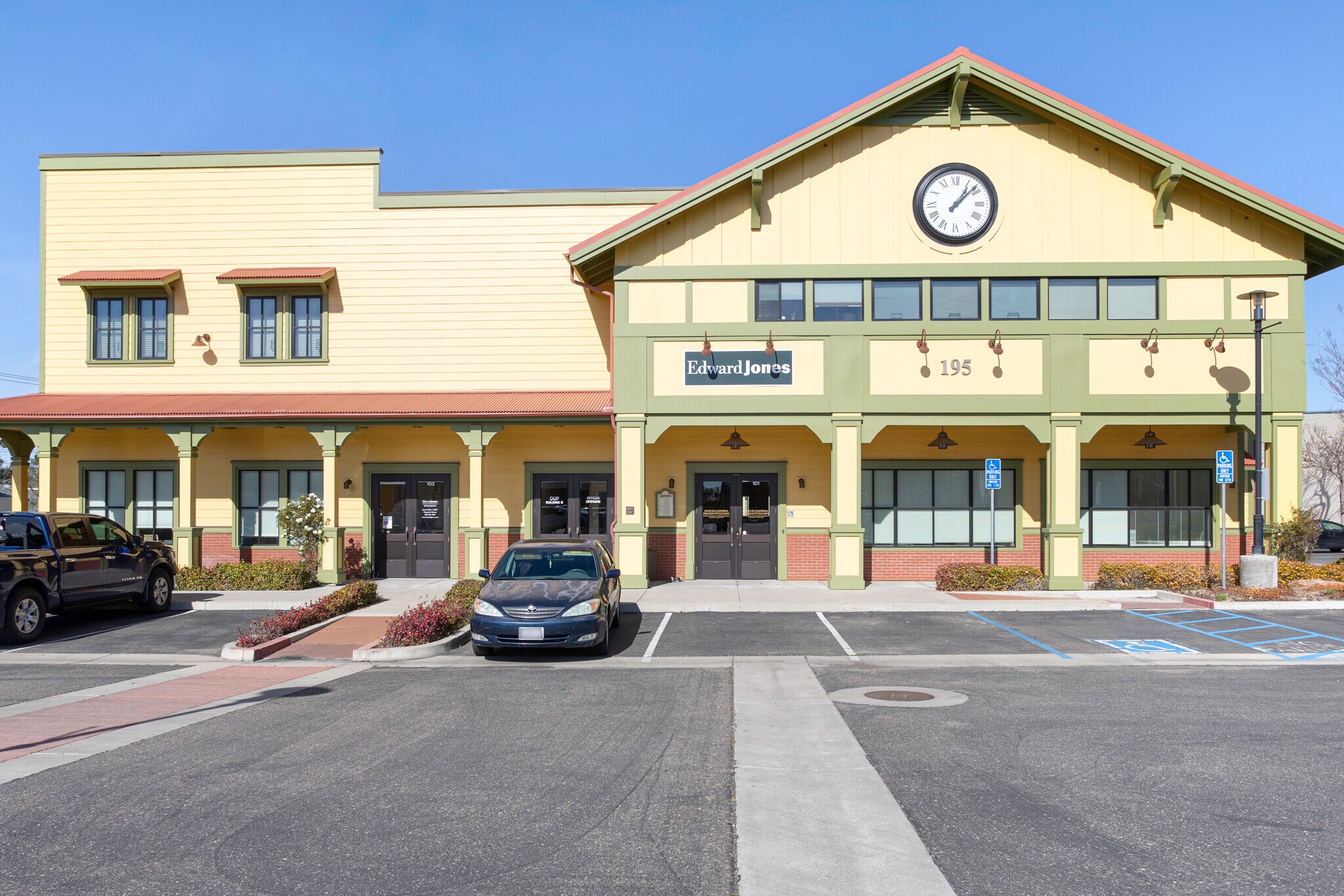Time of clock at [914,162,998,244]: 1:08
